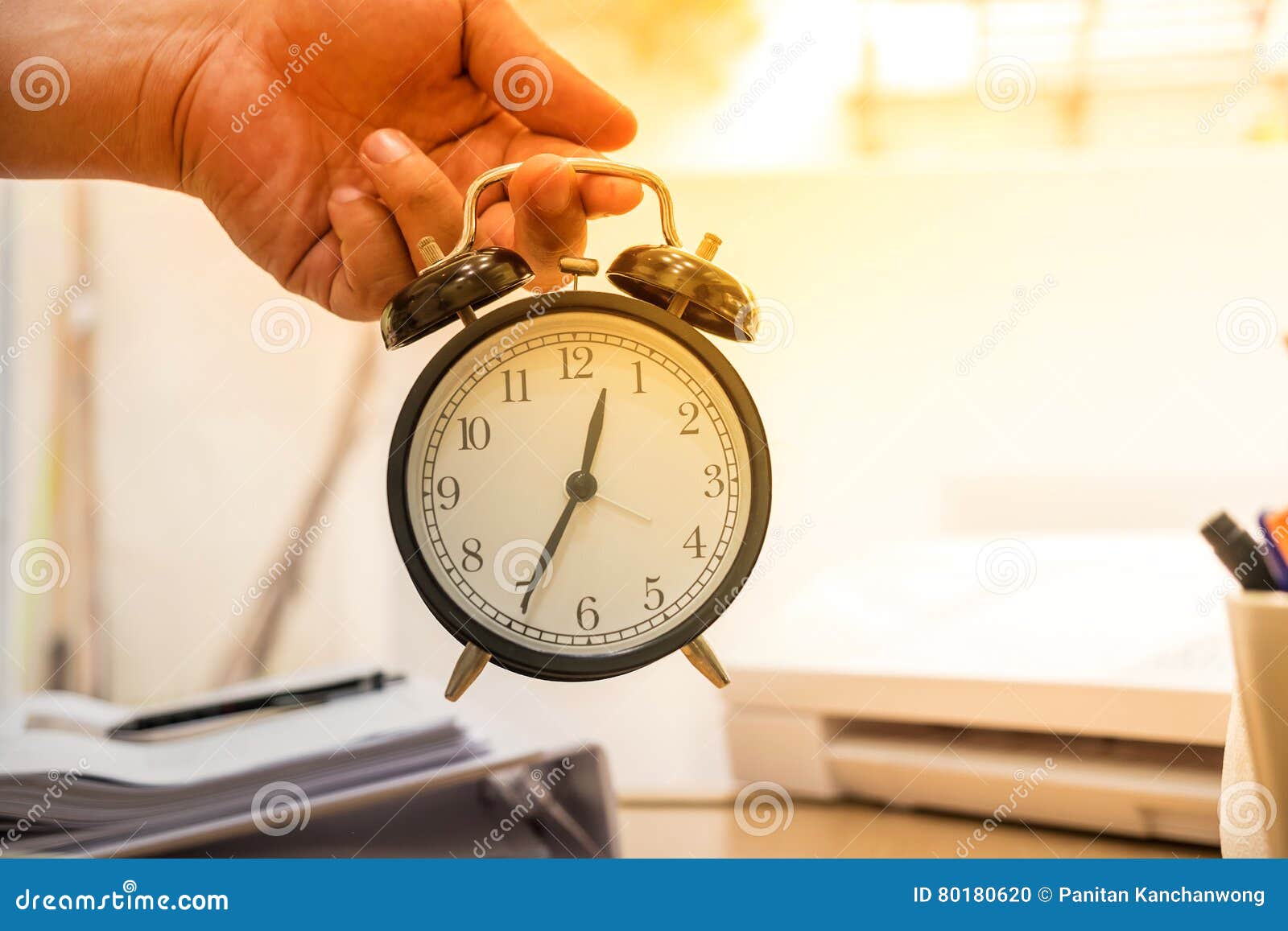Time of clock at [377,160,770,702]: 12:34
